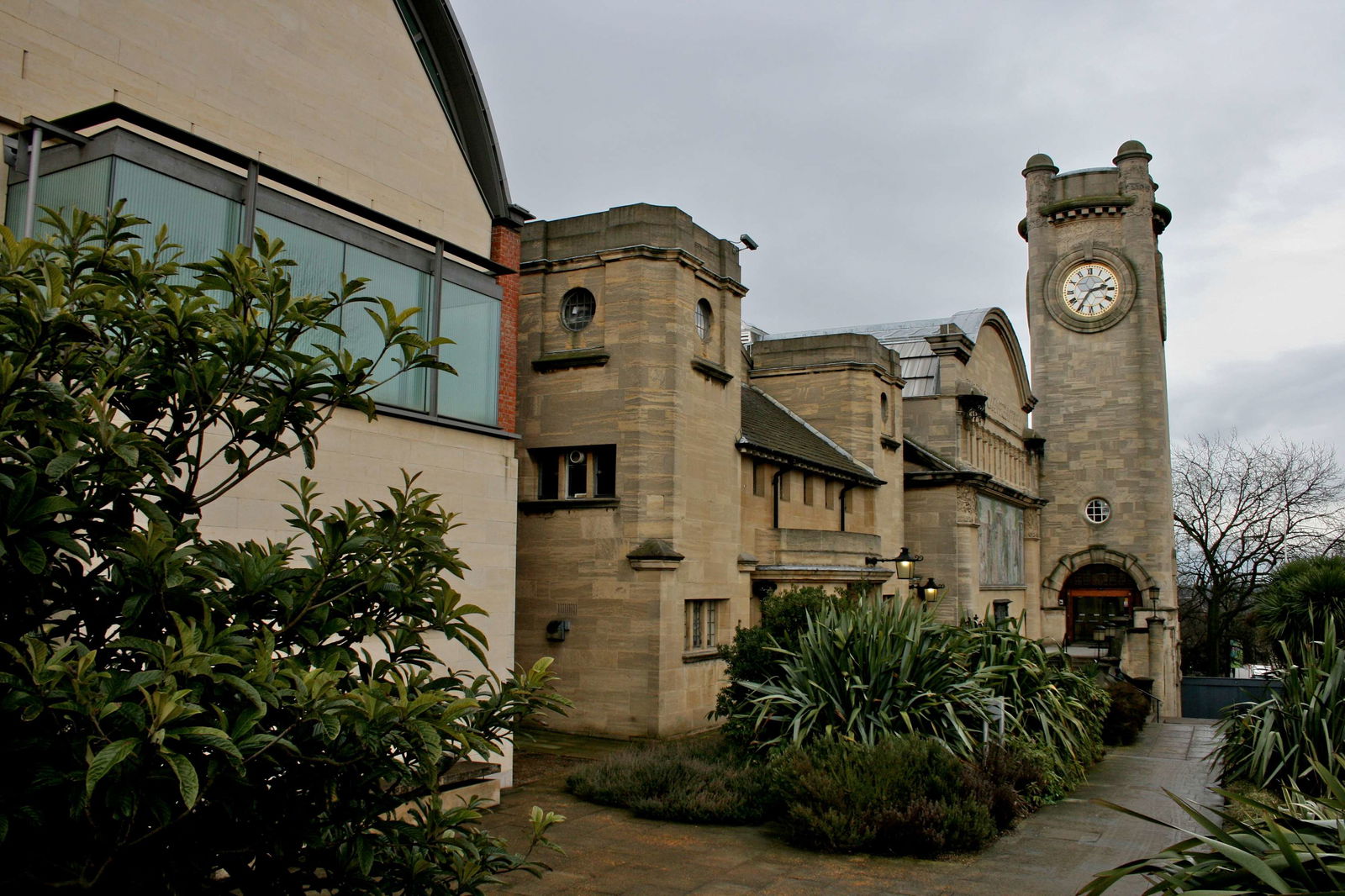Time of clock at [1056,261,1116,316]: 2:35
